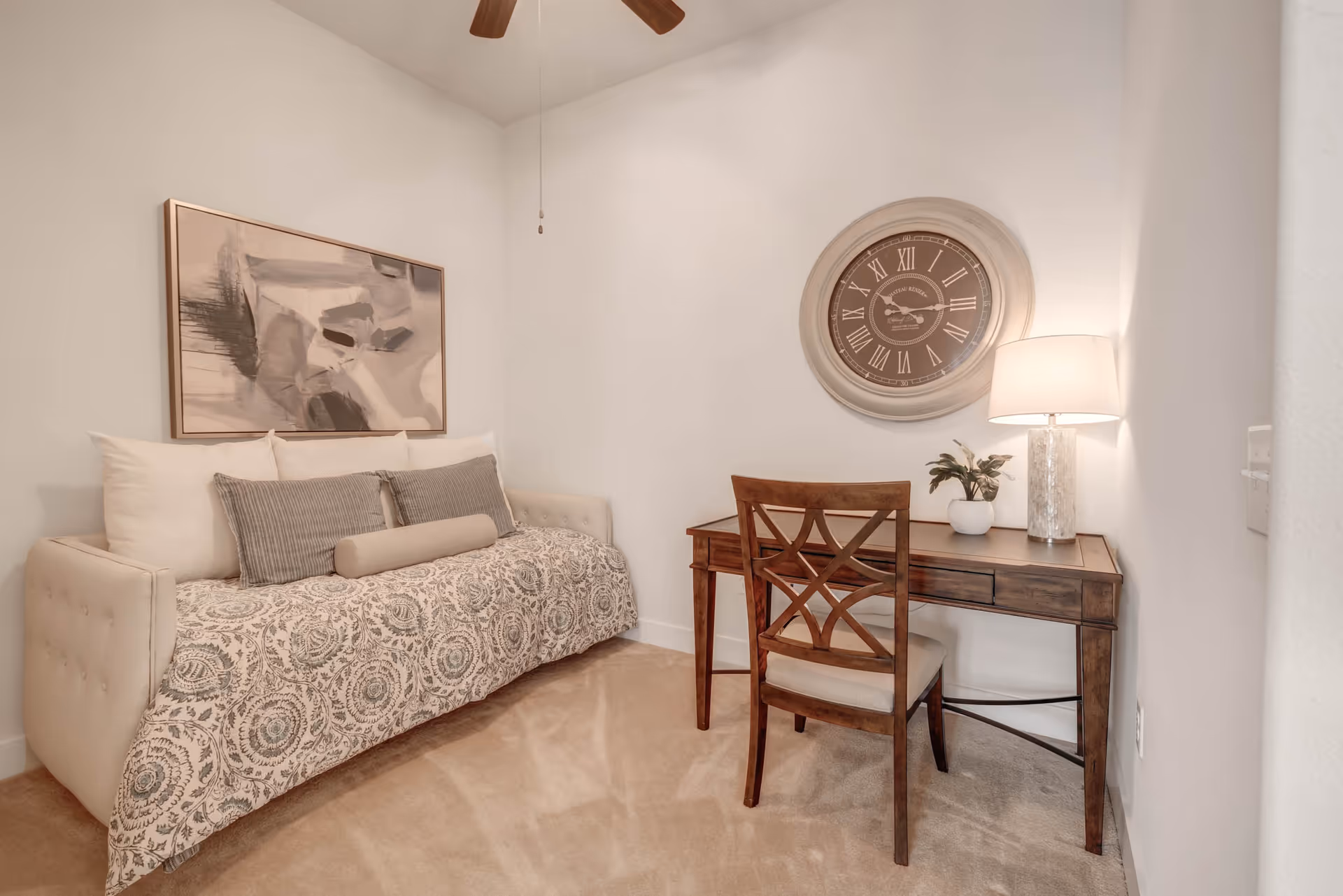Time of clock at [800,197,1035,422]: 10:14
